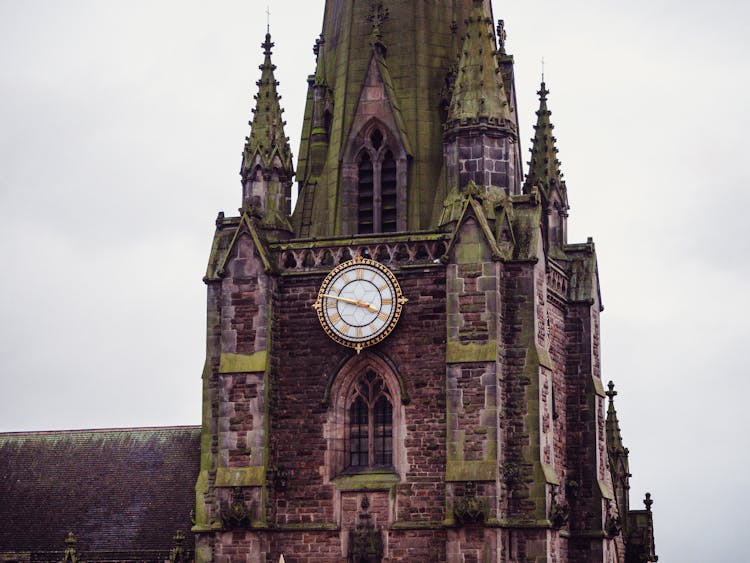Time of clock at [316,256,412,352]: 3:46
